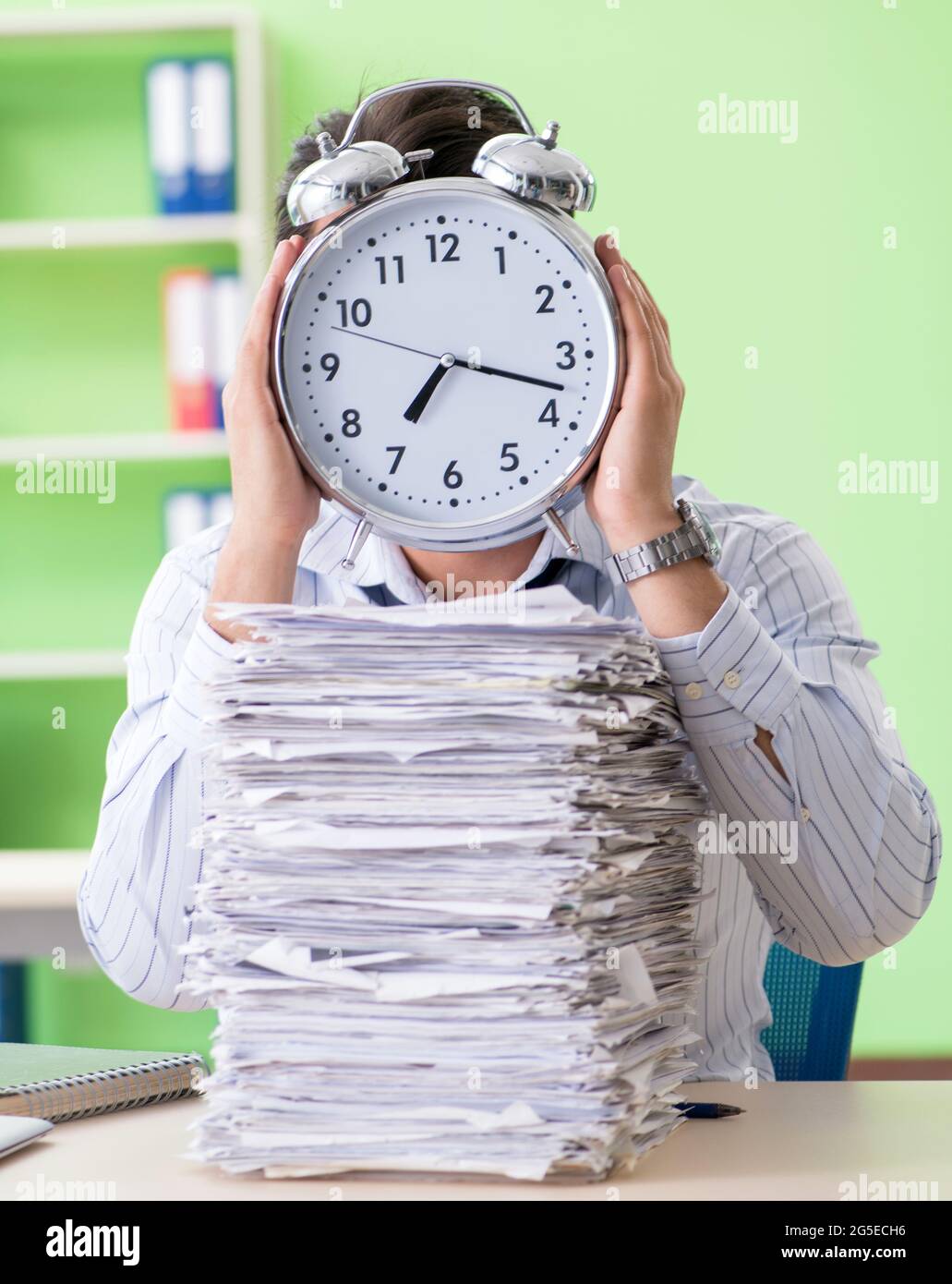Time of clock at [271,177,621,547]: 7:17
